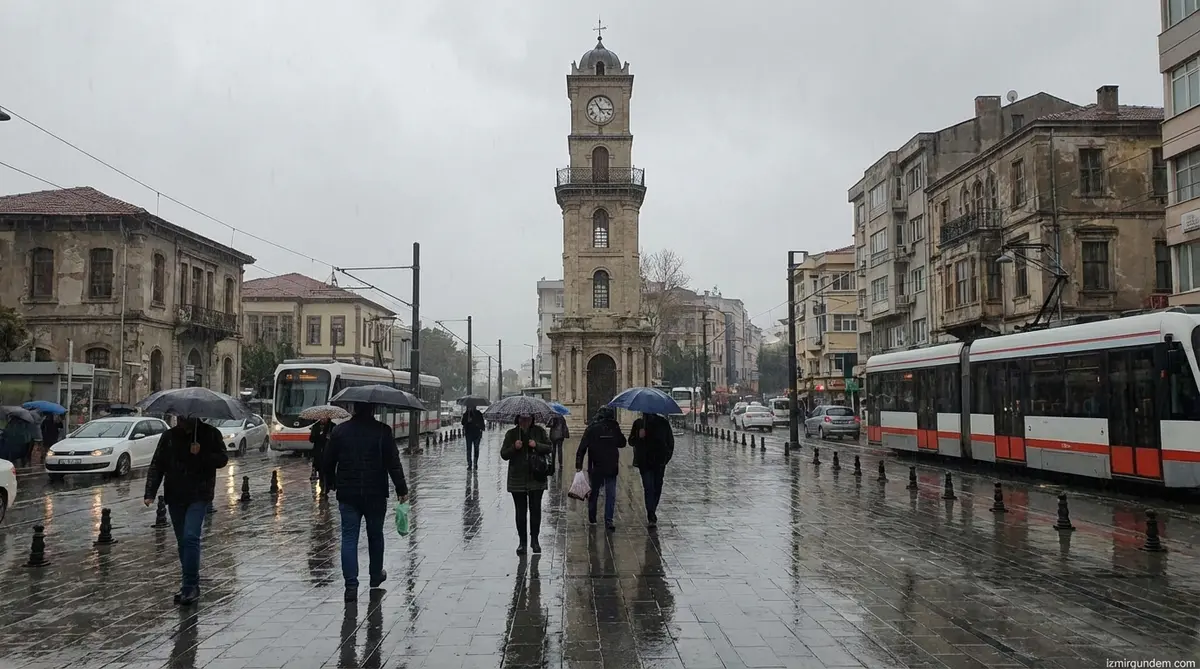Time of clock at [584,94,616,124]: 2:54
